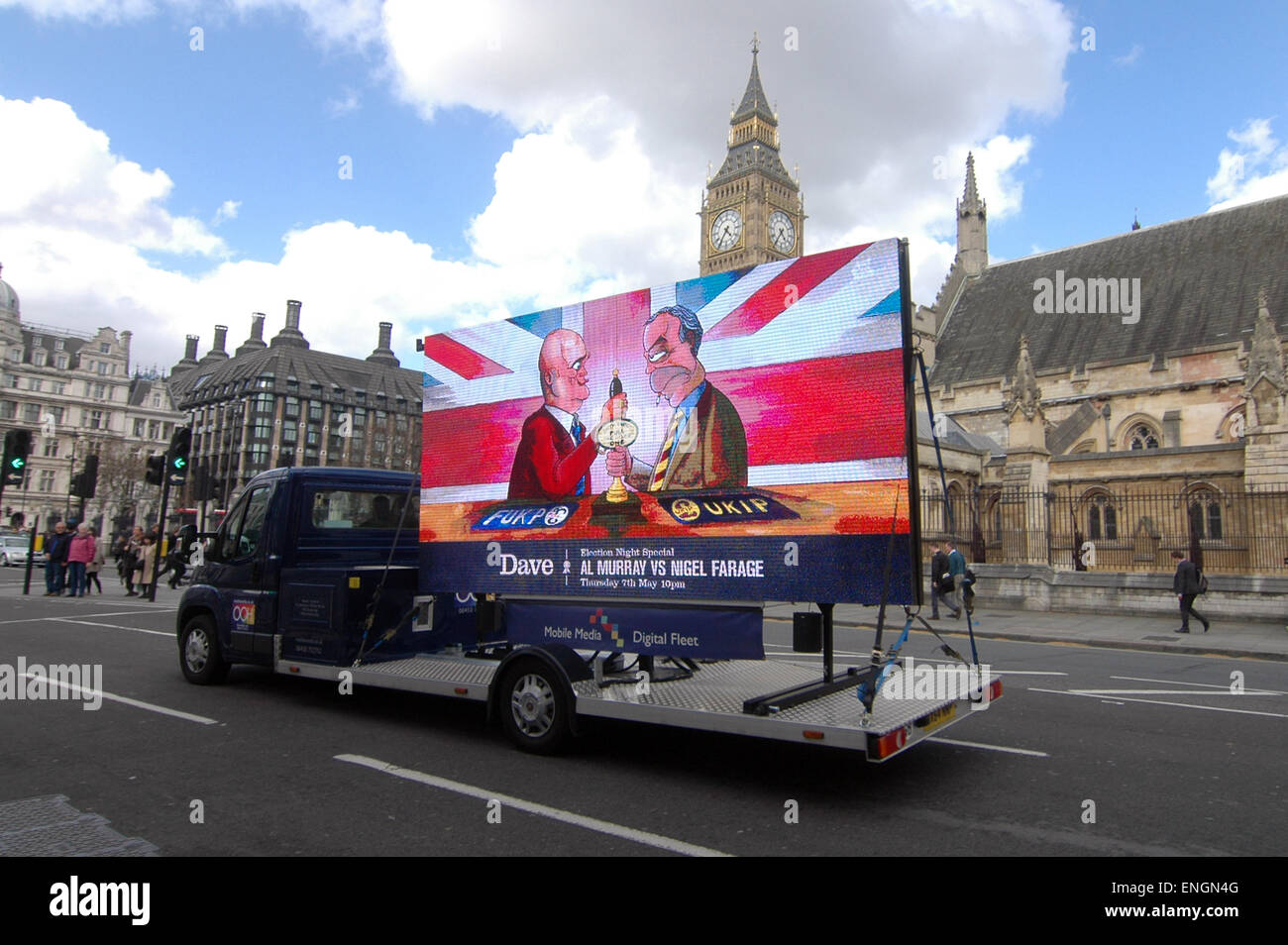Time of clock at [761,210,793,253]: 4:35
